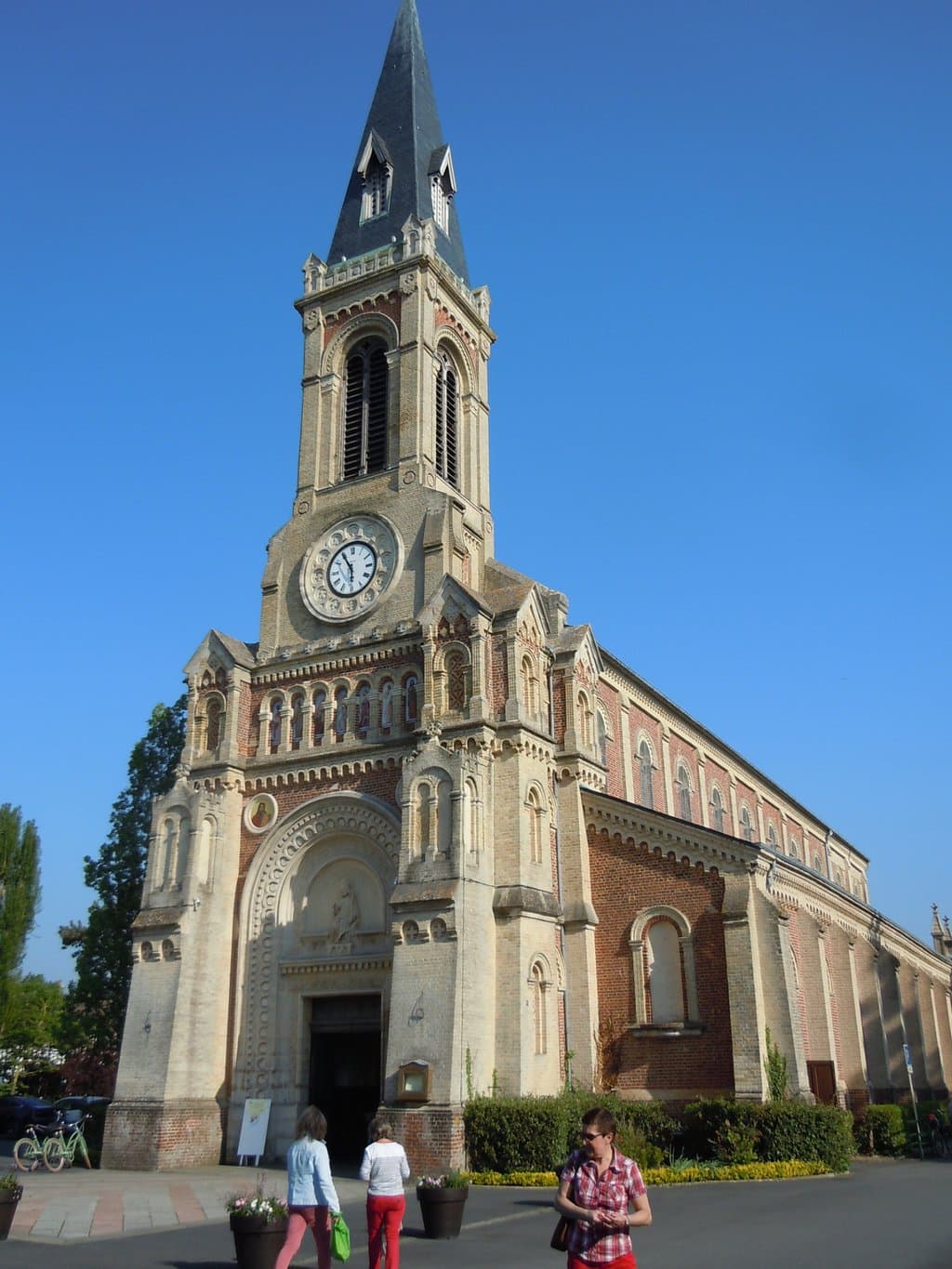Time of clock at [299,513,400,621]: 5:54
